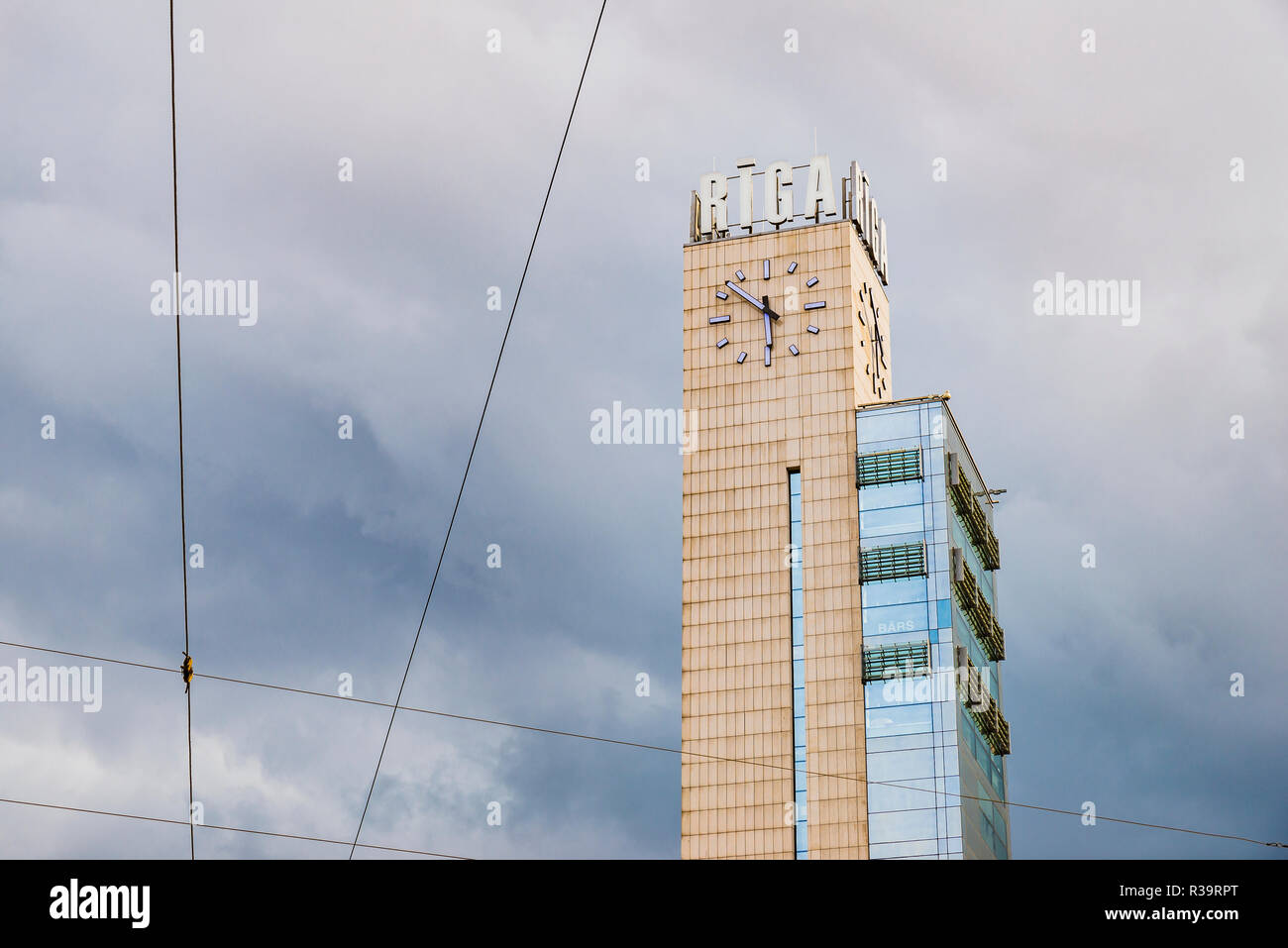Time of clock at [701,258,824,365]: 5:51
